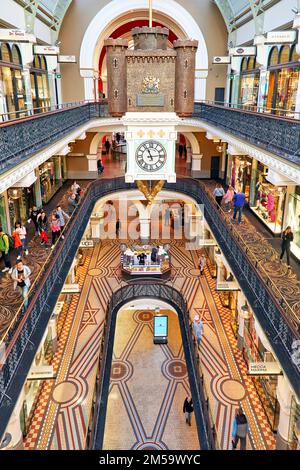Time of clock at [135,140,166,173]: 11:13
